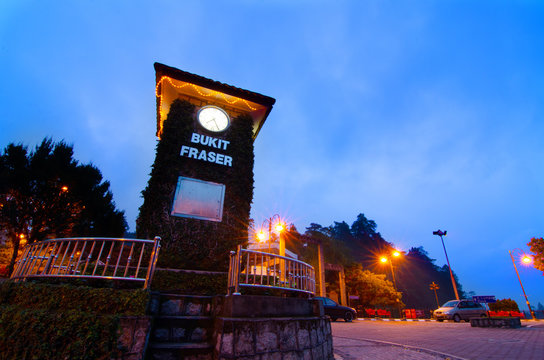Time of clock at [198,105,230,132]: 7:25
